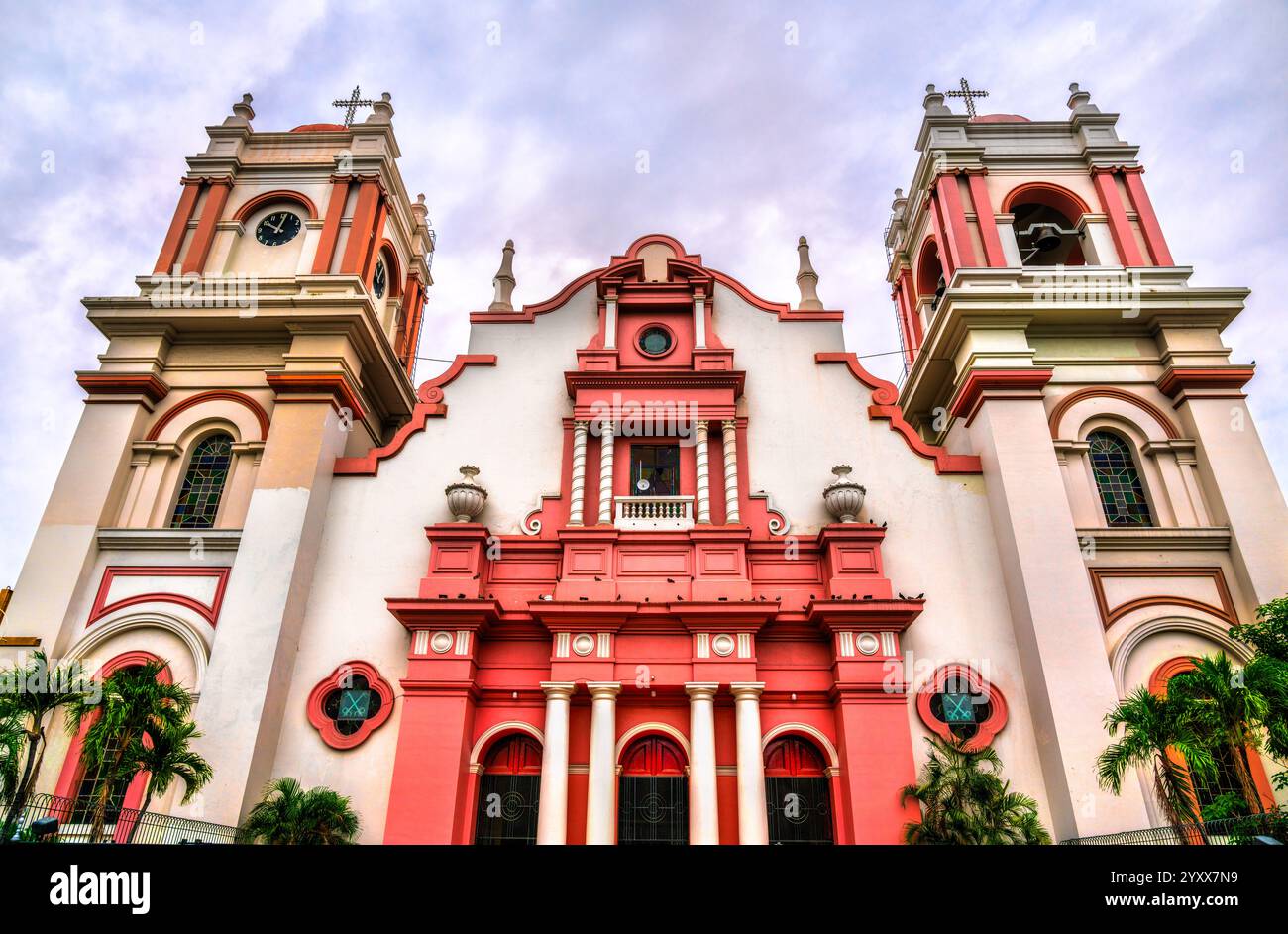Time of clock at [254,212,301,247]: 10:02
